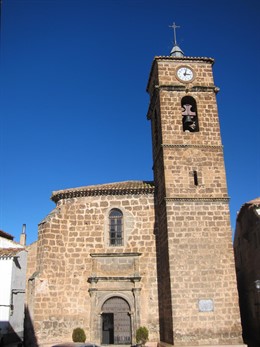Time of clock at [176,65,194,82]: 3:02
